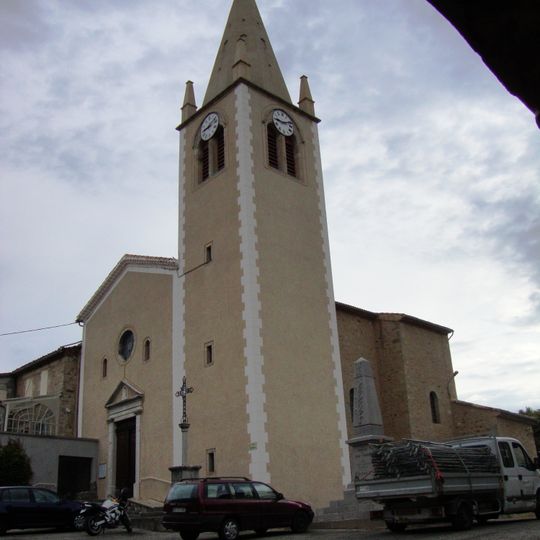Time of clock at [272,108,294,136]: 9:11
